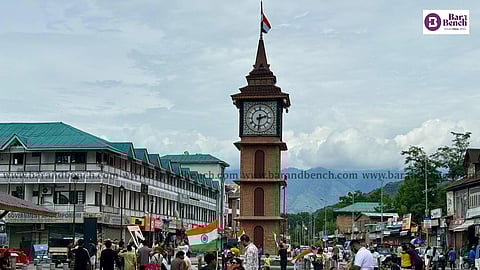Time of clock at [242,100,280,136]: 2:31
